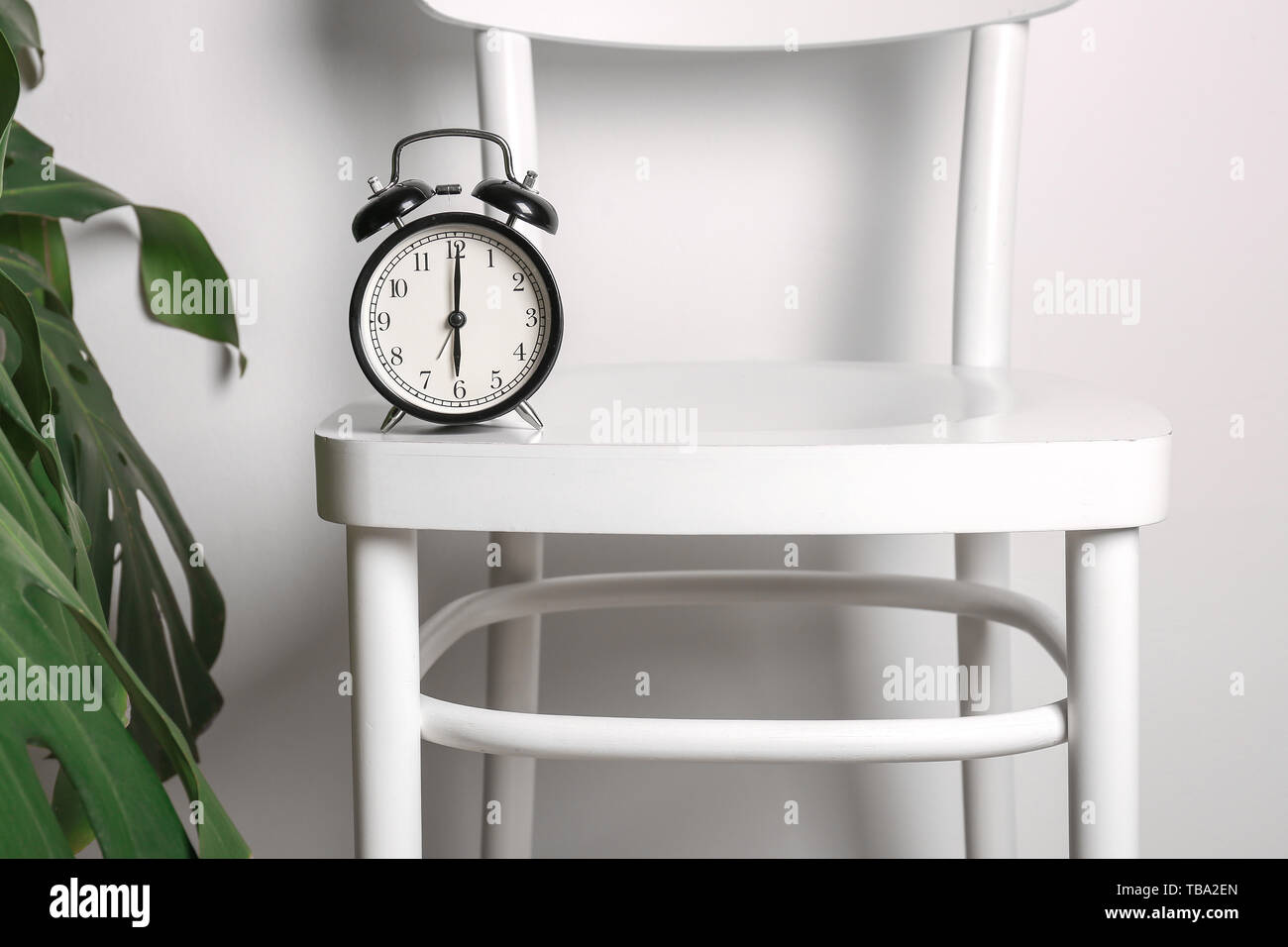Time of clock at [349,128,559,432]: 6:00
